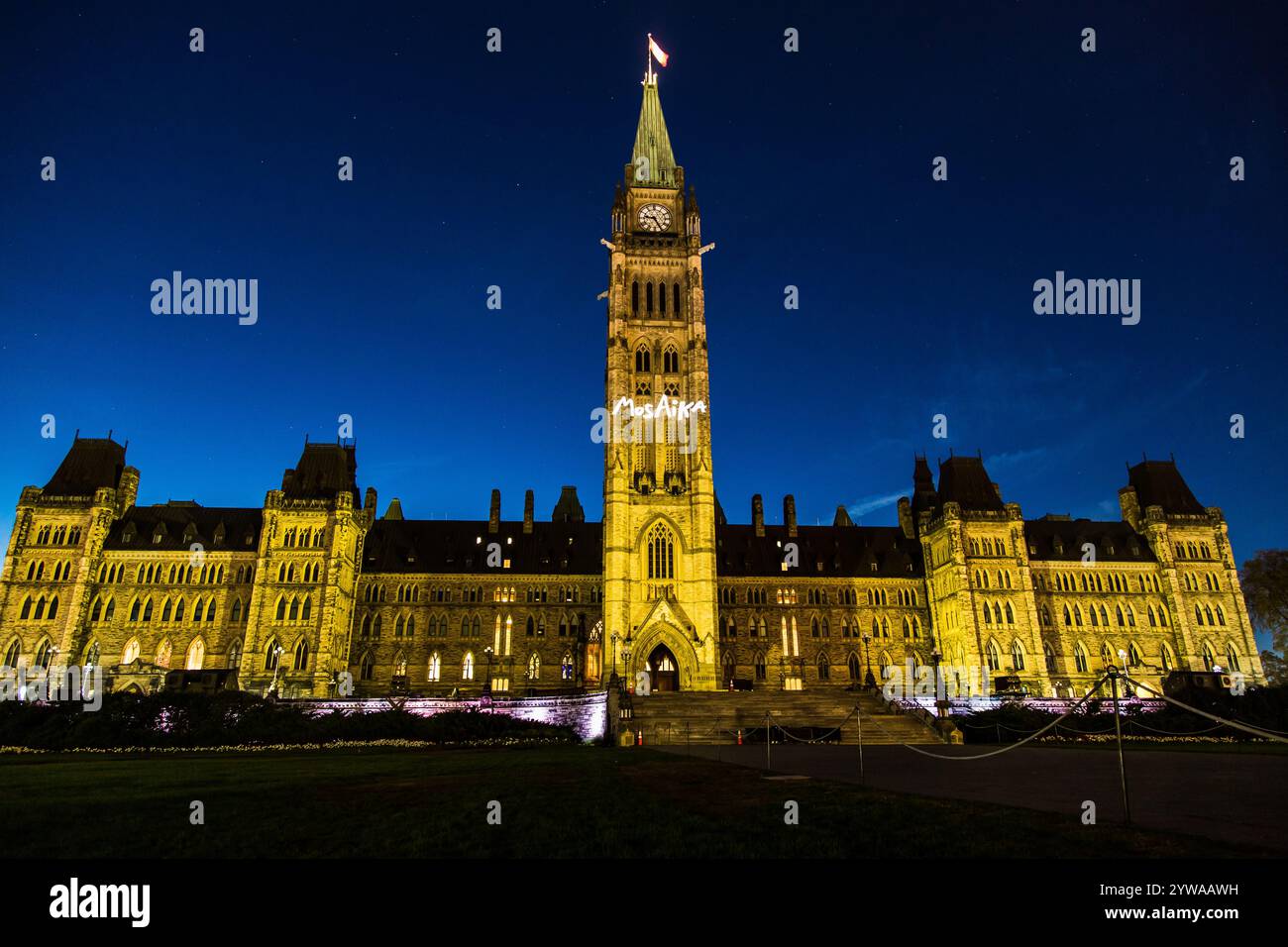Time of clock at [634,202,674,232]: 9:25
